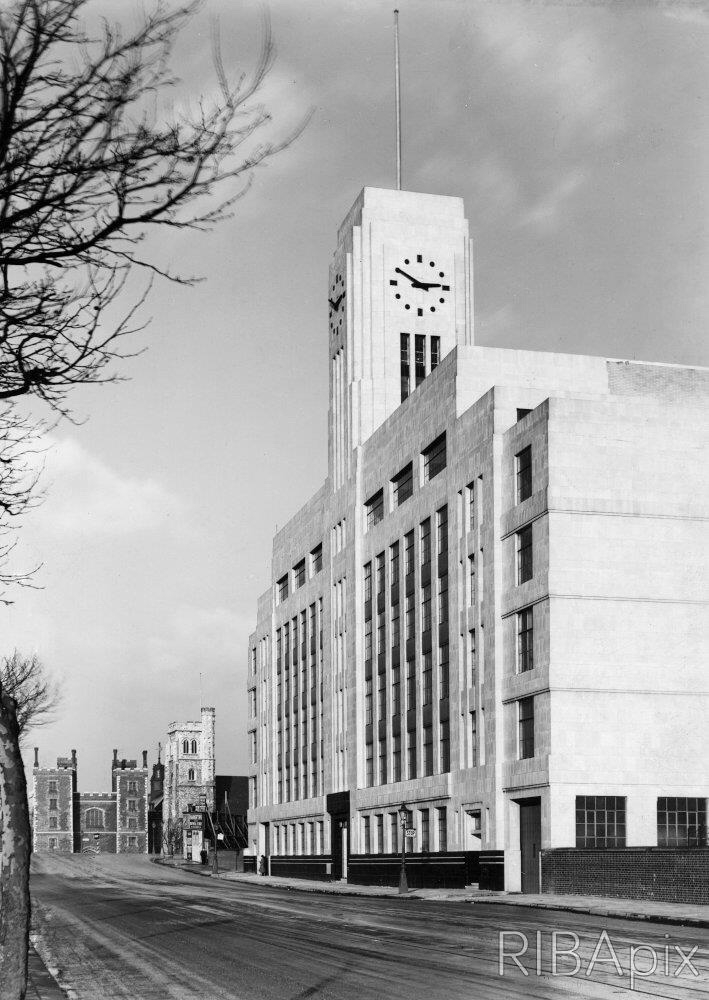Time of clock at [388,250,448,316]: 2:50
